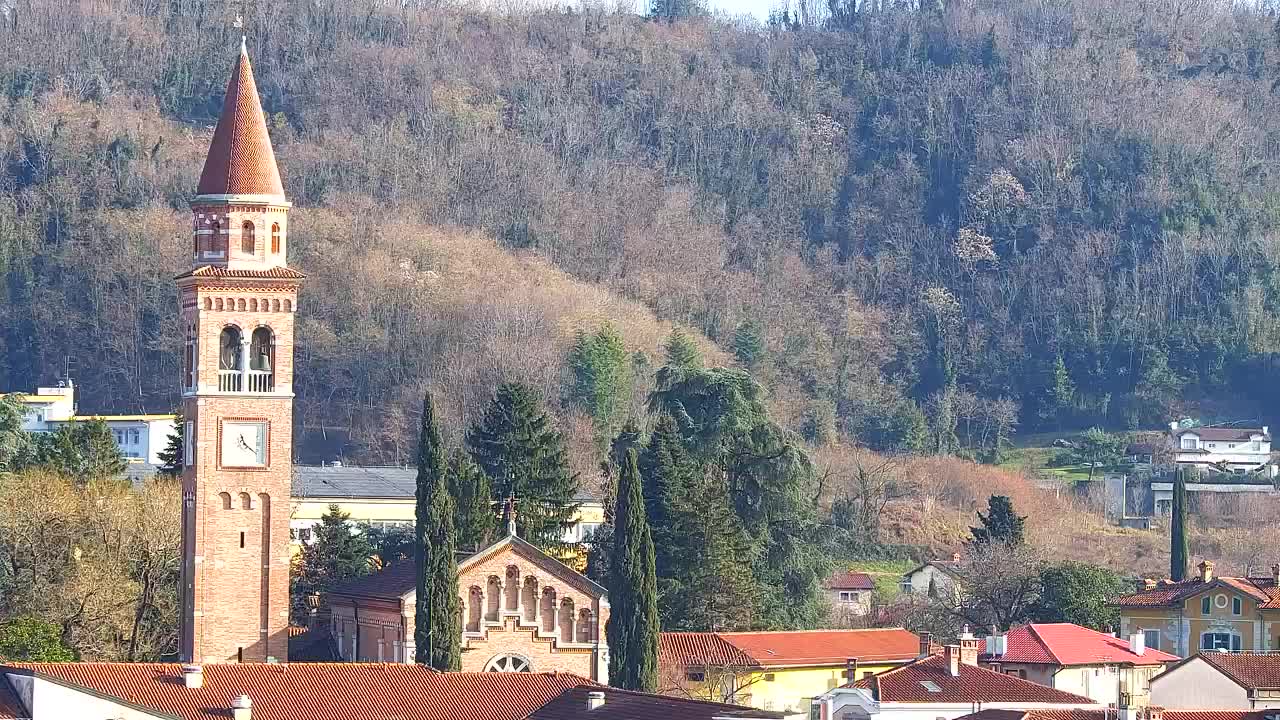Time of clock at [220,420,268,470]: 11:21
